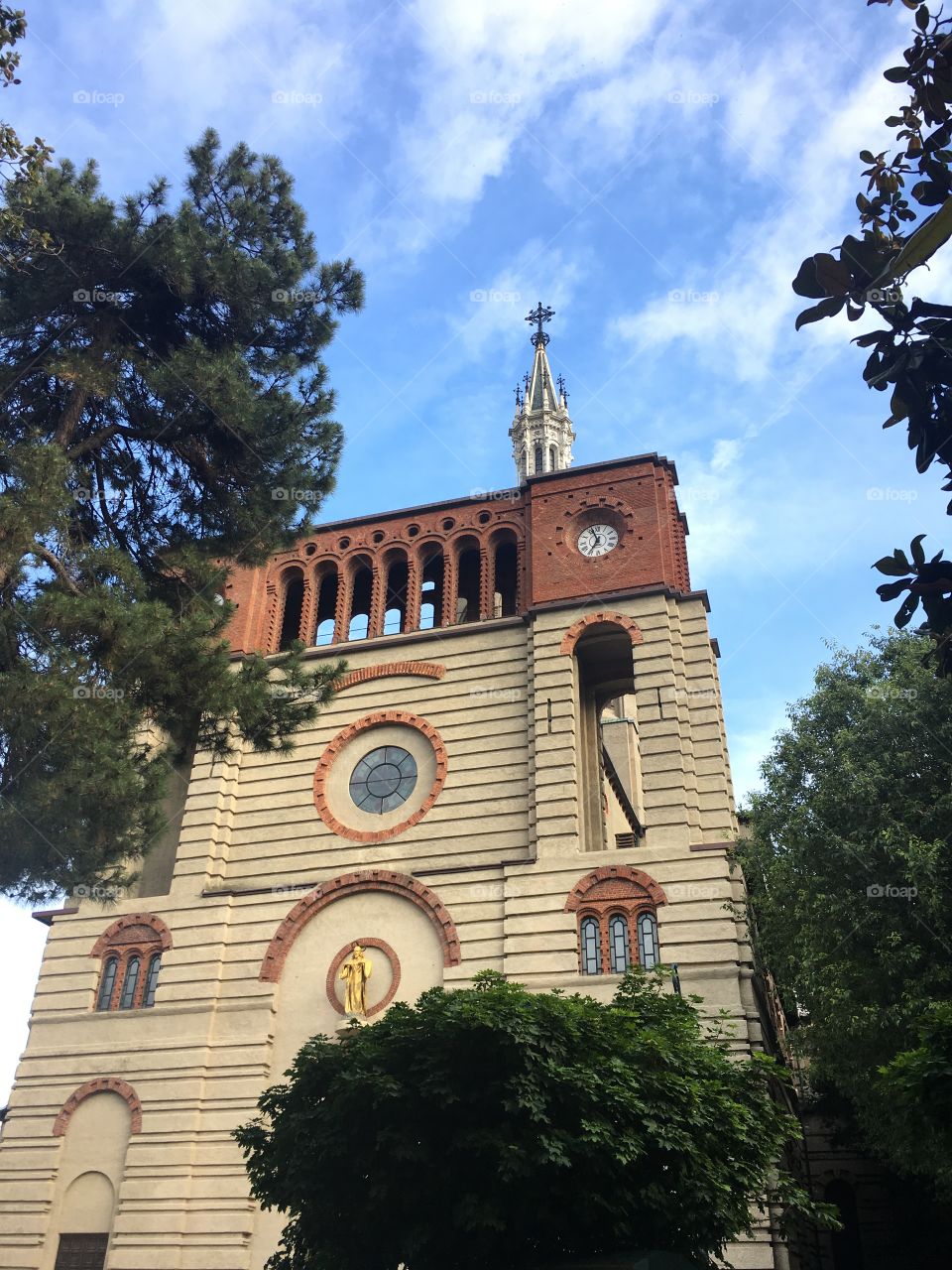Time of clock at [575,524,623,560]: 6:56
